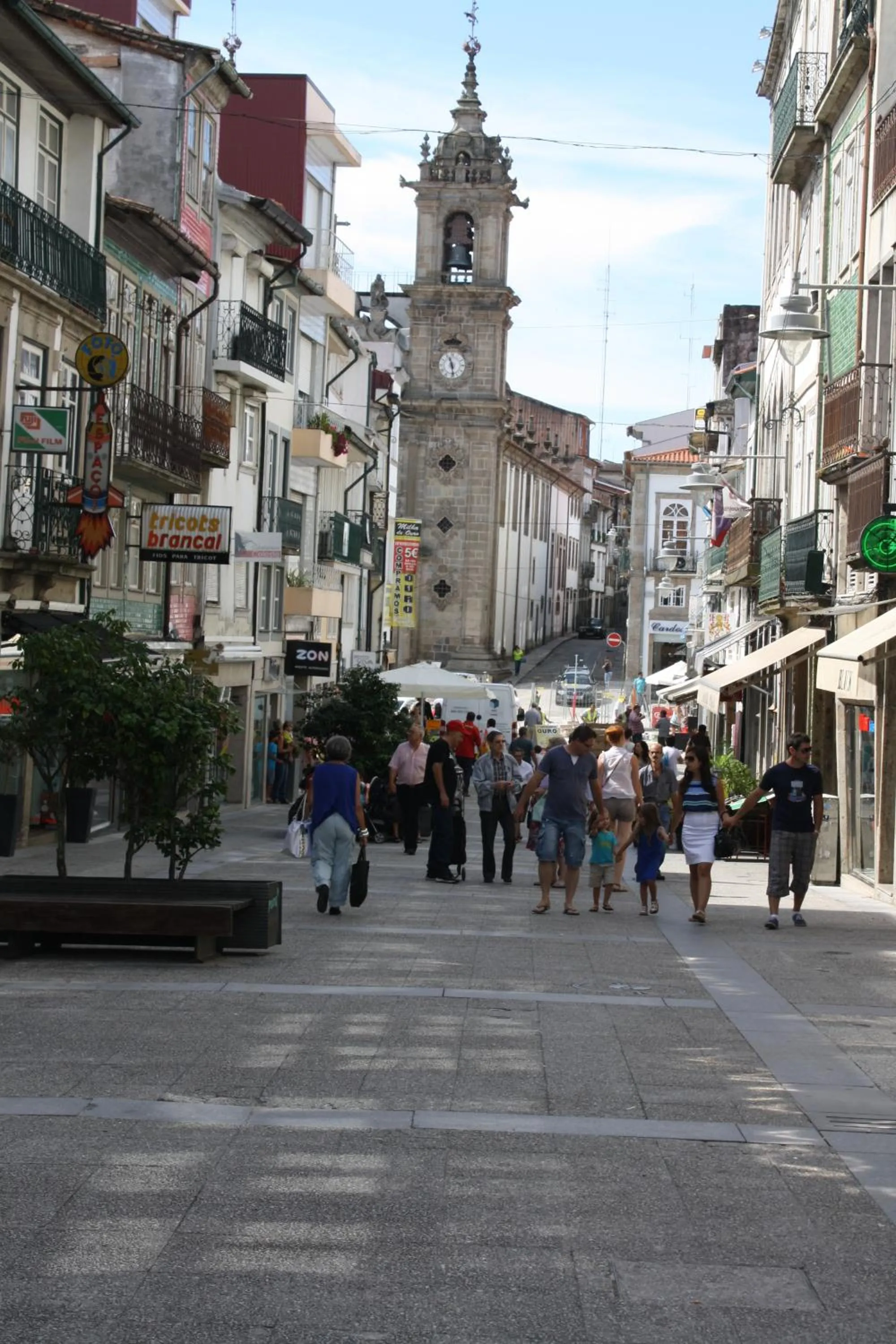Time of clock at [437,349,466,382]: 11:28
